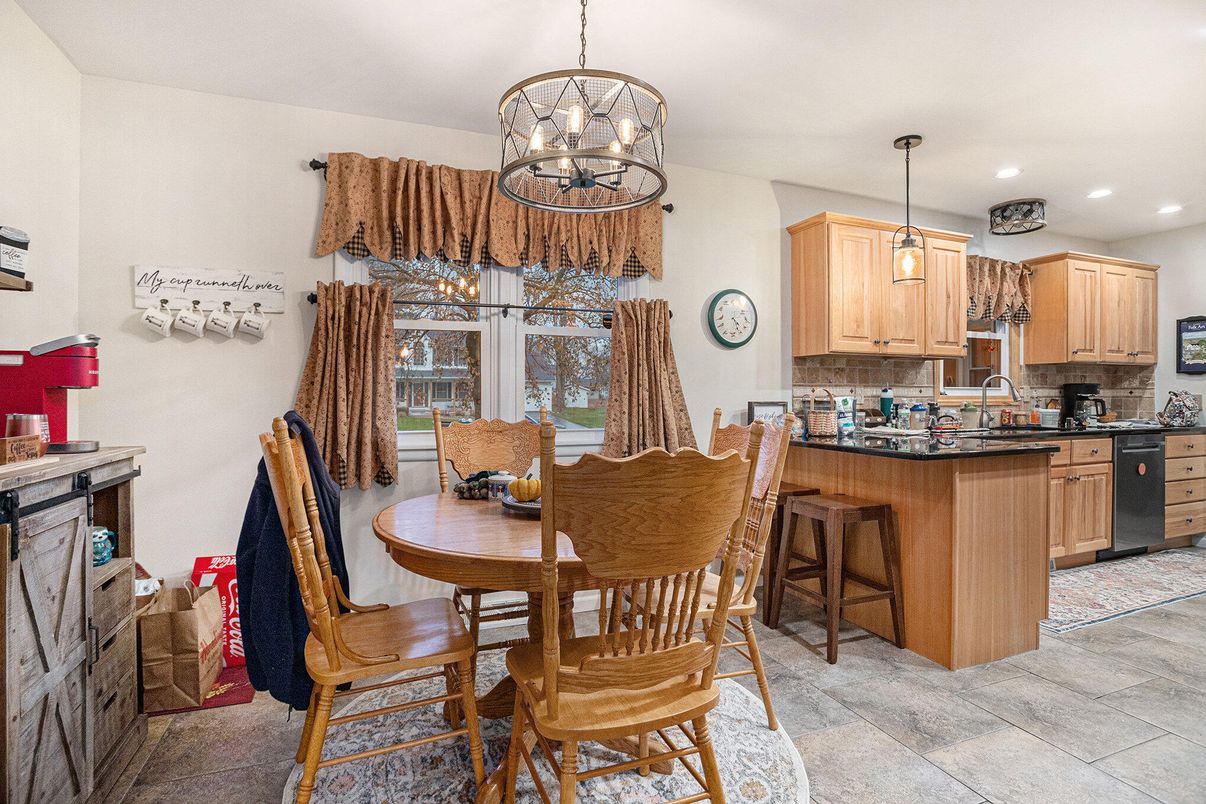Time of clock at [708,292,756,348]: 4:26
